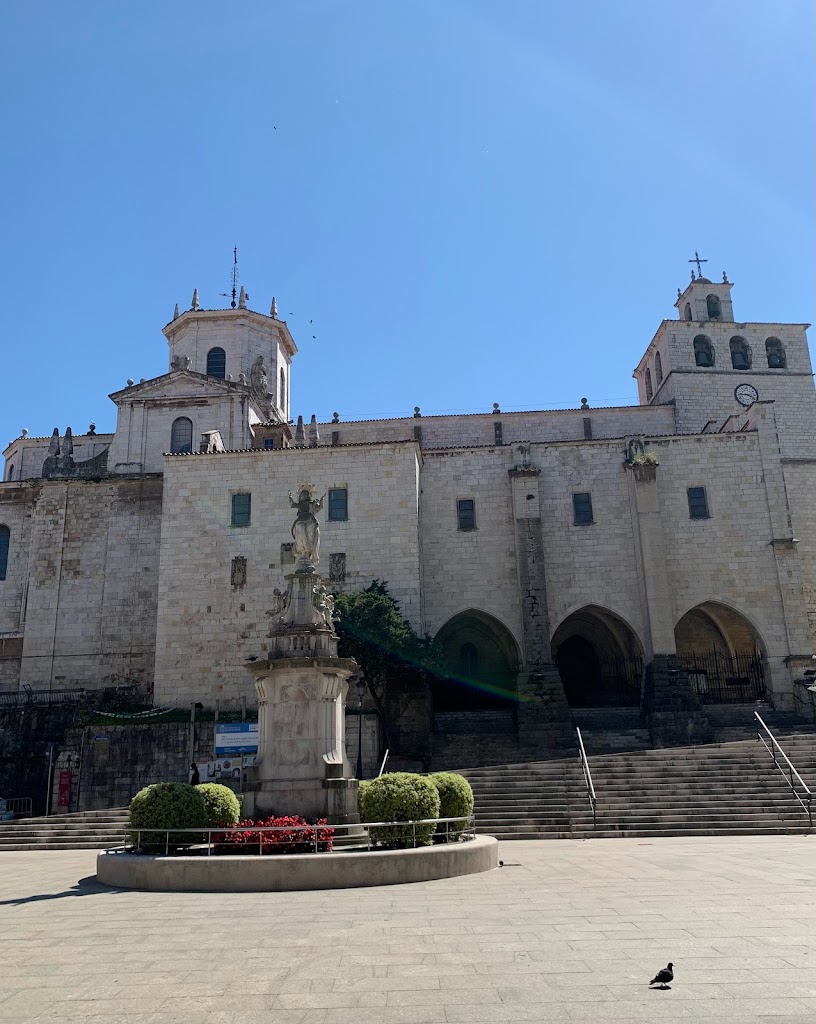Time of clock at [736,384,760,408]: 3:44
